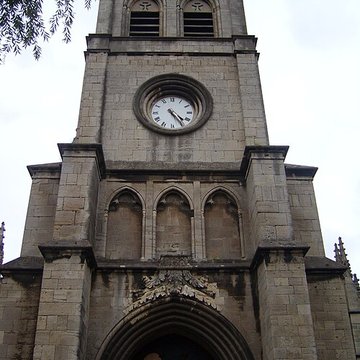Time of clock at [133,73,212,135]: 4:24
